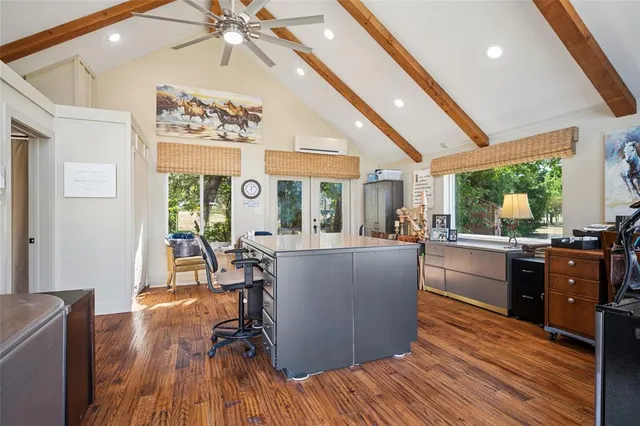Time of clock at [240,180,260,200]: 12:07
